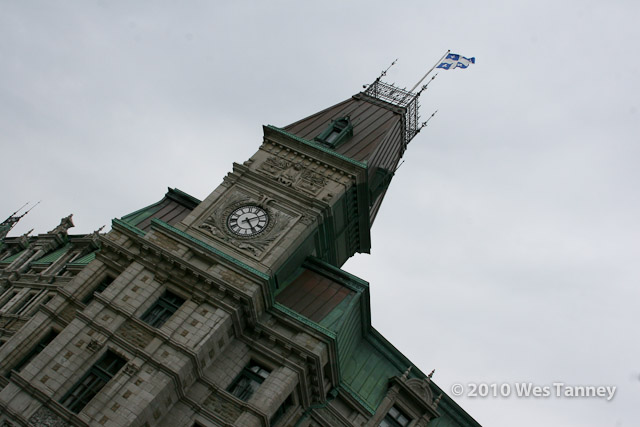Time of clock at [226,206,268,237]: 5:11
